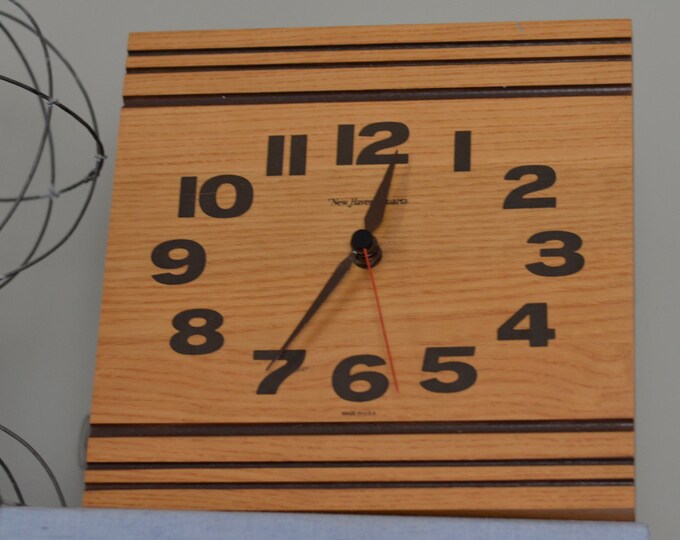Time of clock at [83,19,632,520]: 12:34
